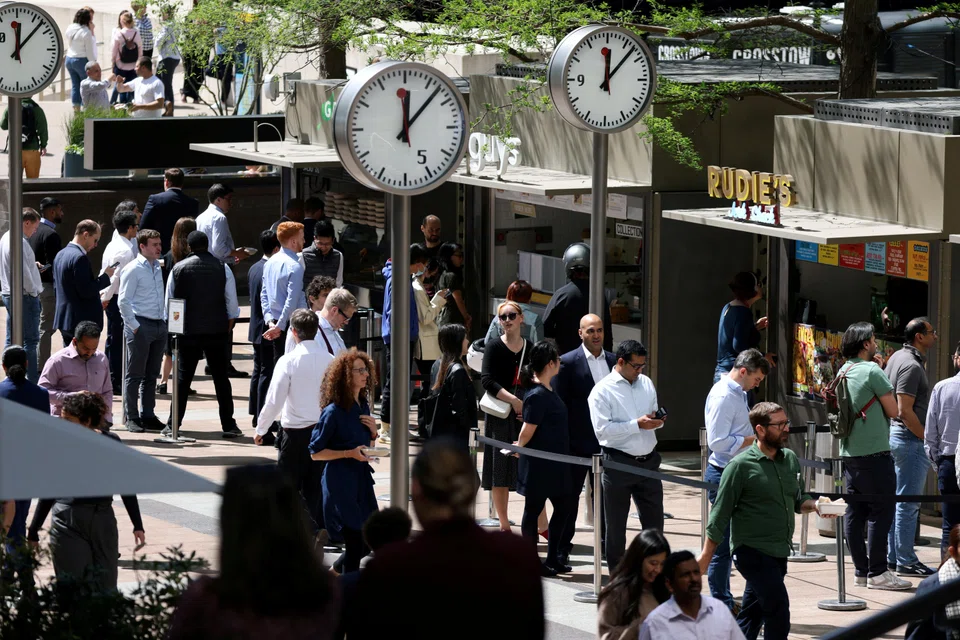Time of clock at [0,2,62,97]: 12:07
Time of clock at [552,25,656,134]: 12:07
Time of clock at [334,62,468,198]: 12:07
